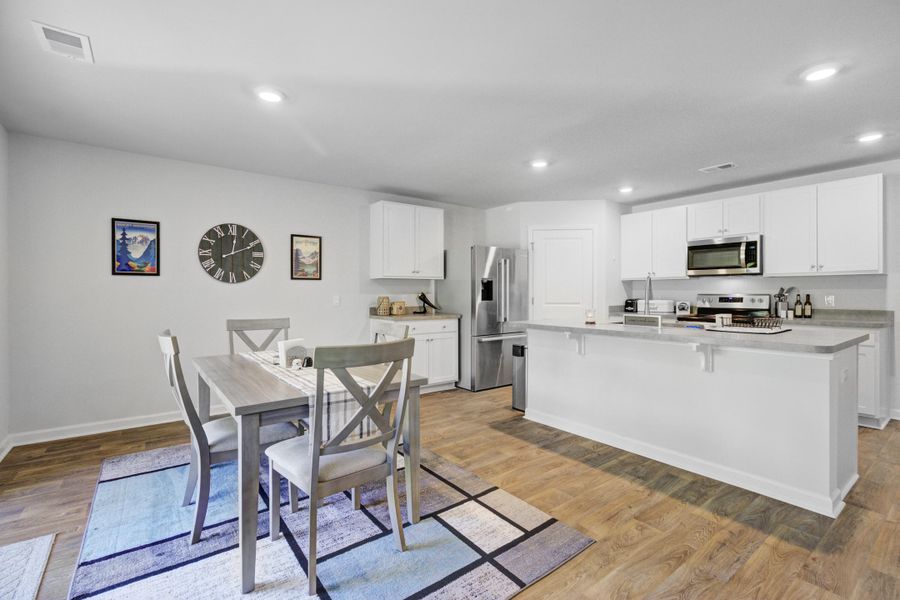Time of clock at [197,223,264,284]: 12:11
